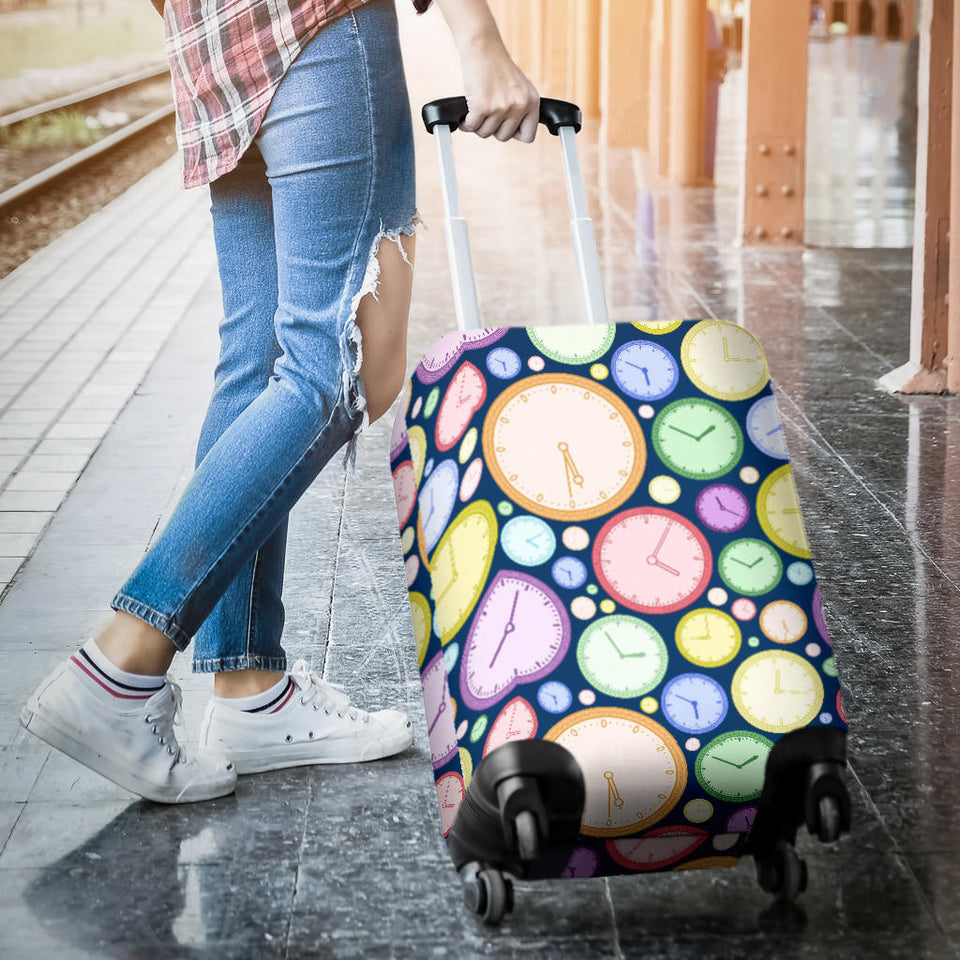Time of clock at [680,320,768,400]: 12:16
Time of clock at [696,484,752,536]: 11:19
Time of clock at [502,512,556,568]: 4:10
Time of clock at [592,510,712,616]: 4:04
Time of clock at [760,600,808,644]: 5:30
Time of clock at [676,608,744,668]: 9:00
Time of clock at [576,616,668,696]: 2:55
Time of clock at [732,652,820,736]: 12:16
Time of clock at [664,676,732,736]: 5:49
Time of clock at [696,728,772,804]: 1:49
